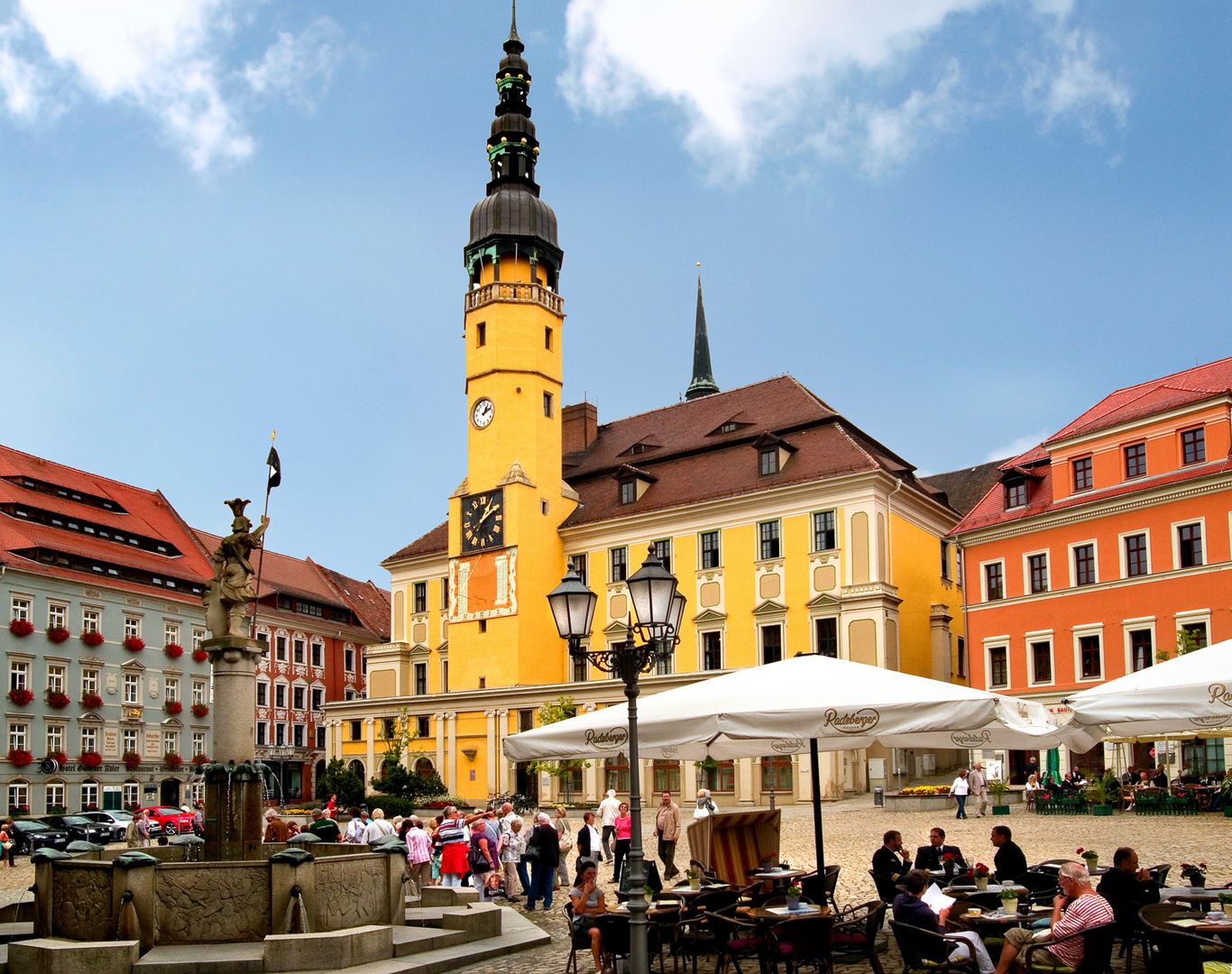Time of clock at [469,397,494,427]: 1:11
